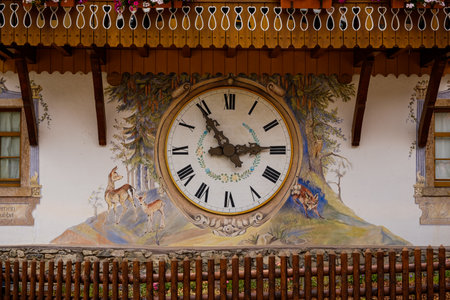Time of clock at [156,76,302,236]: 2:54
